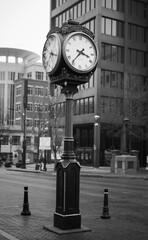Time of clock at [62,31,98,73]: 3:36
